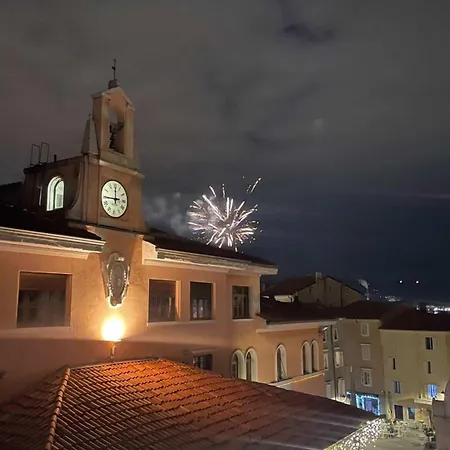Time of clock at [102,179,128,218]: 11:44
